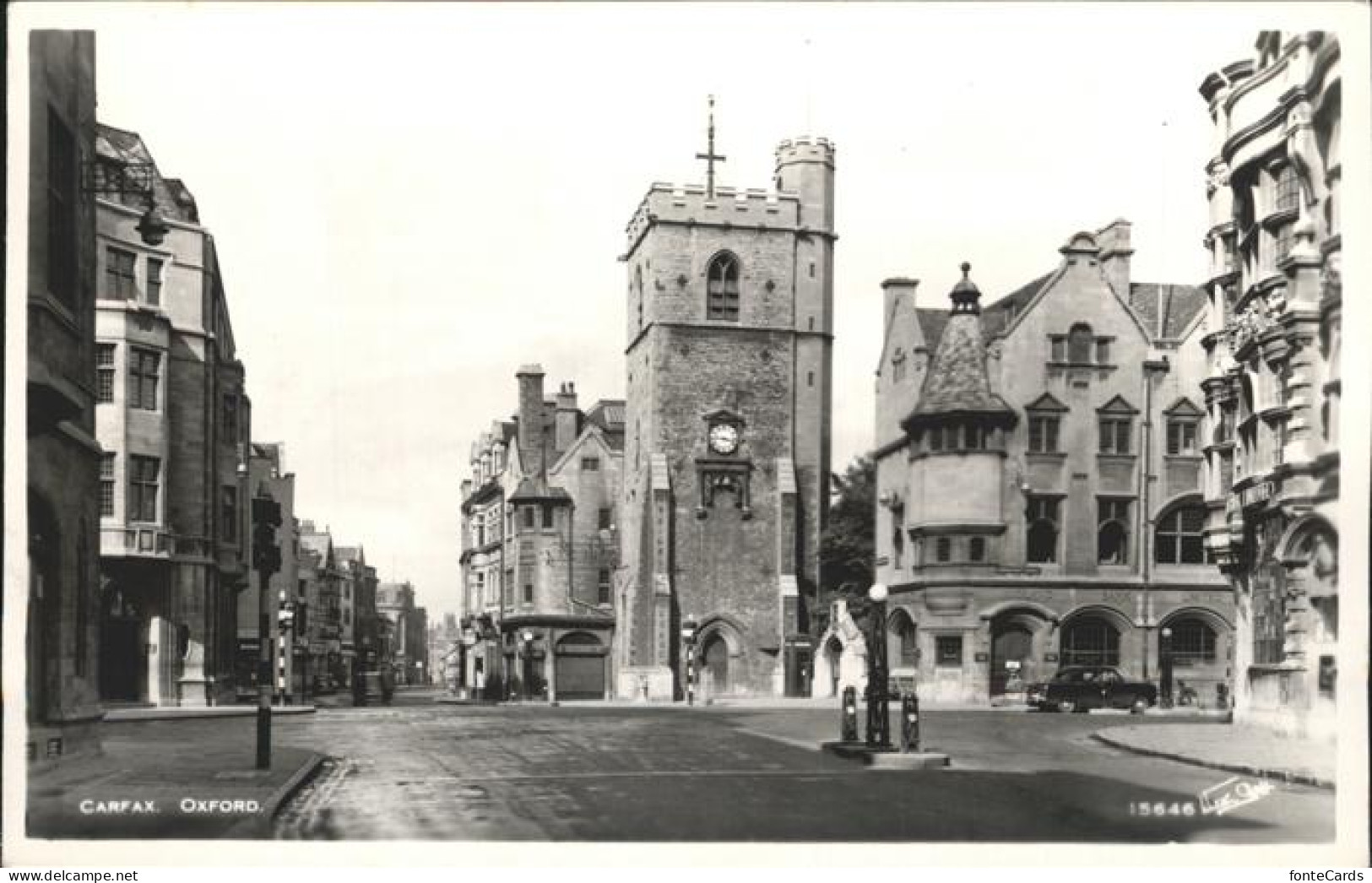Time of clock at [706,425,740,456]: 3:45
